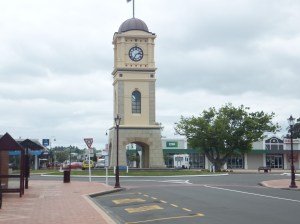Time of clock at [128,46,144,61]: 2:34
